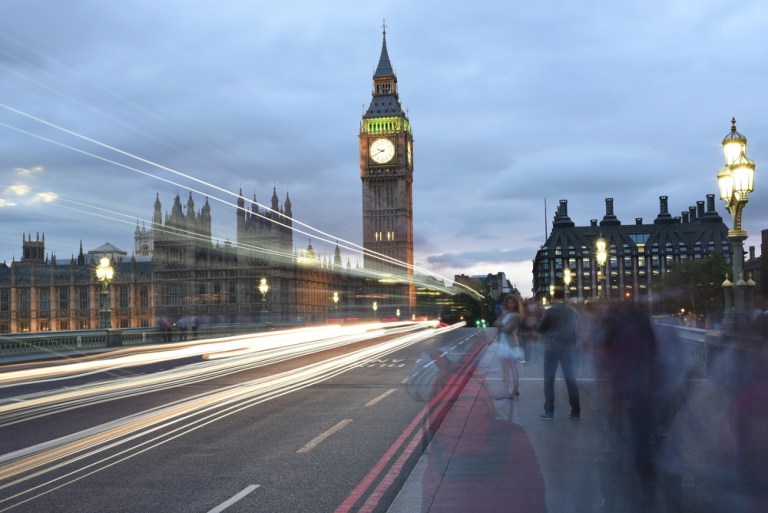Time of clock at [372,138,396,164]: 9:41
